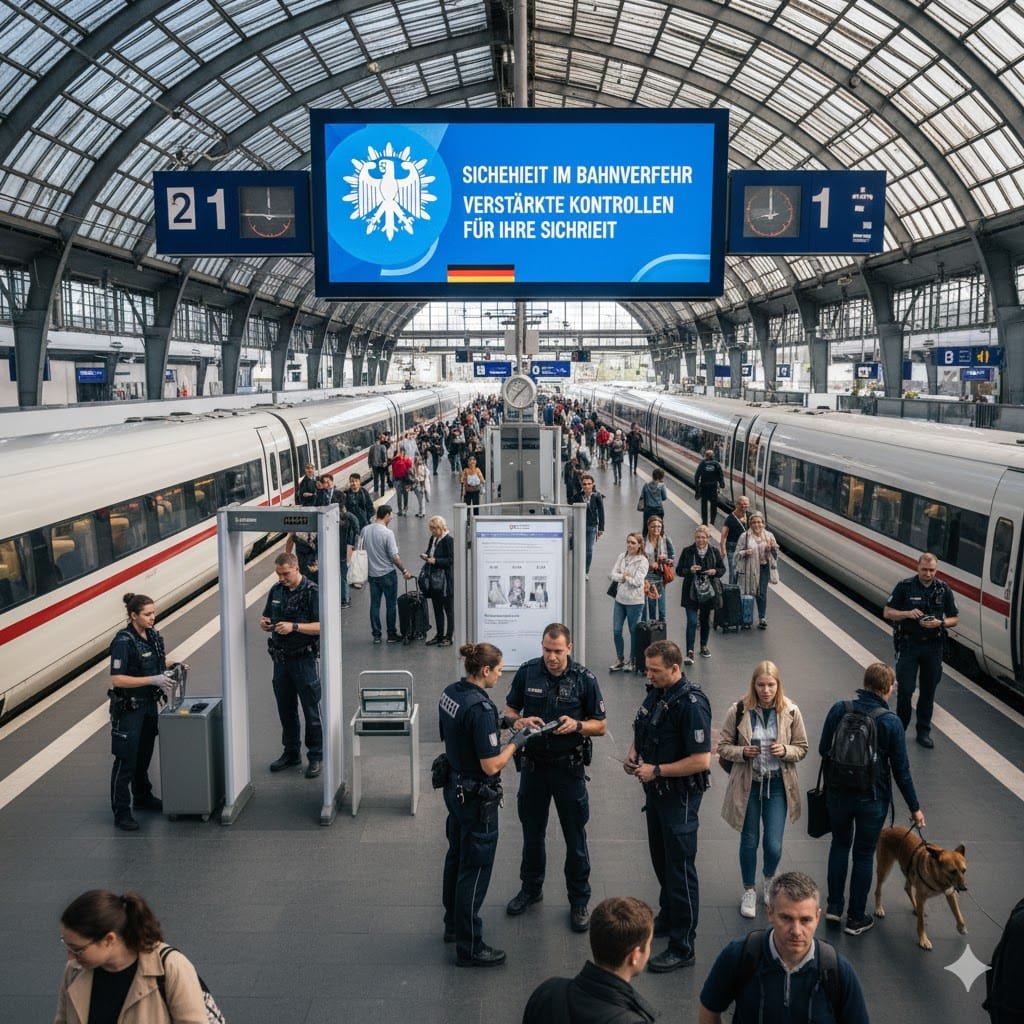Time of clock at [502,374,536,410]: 7:07
